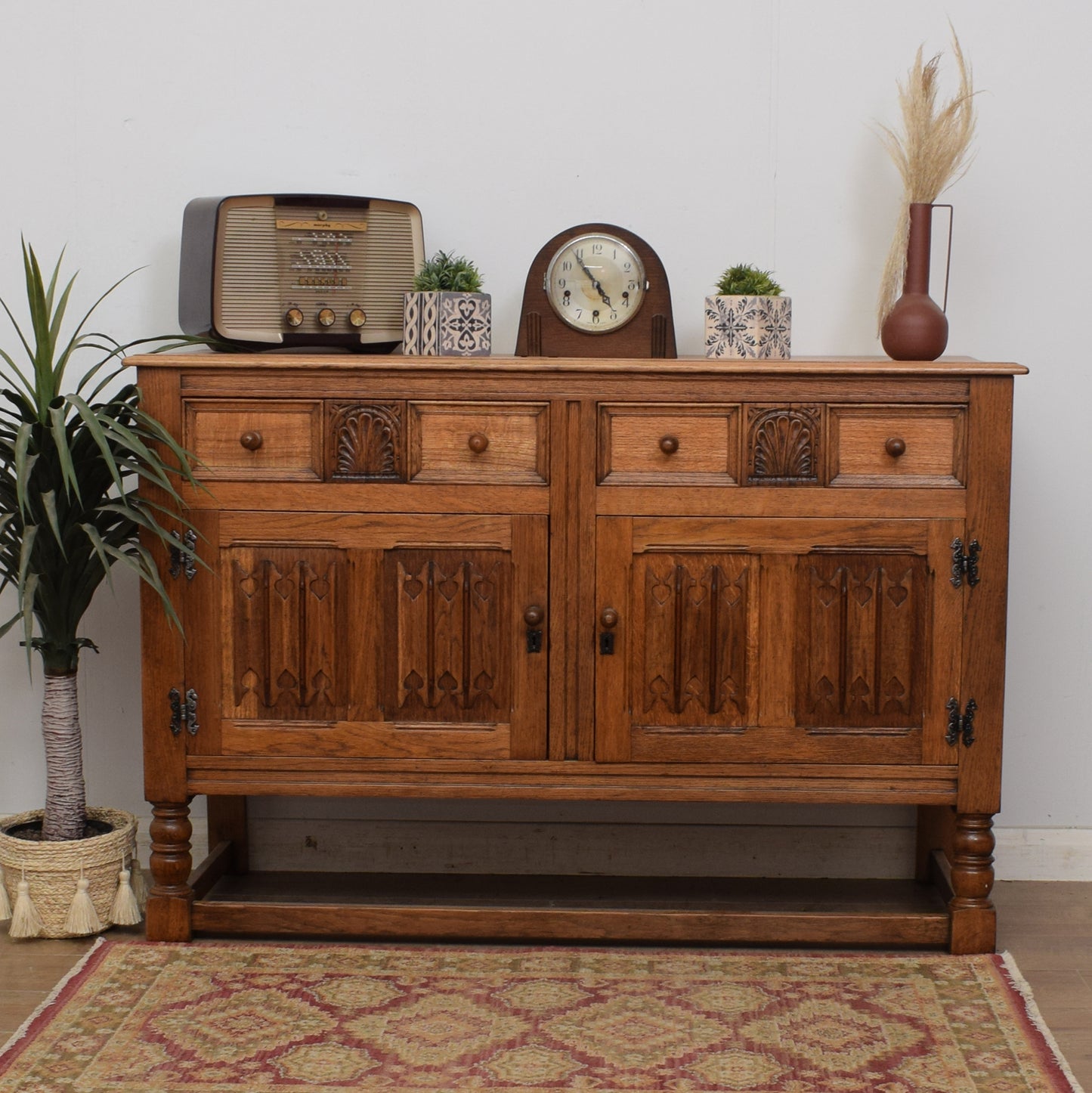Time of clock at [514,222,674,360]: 4:54
